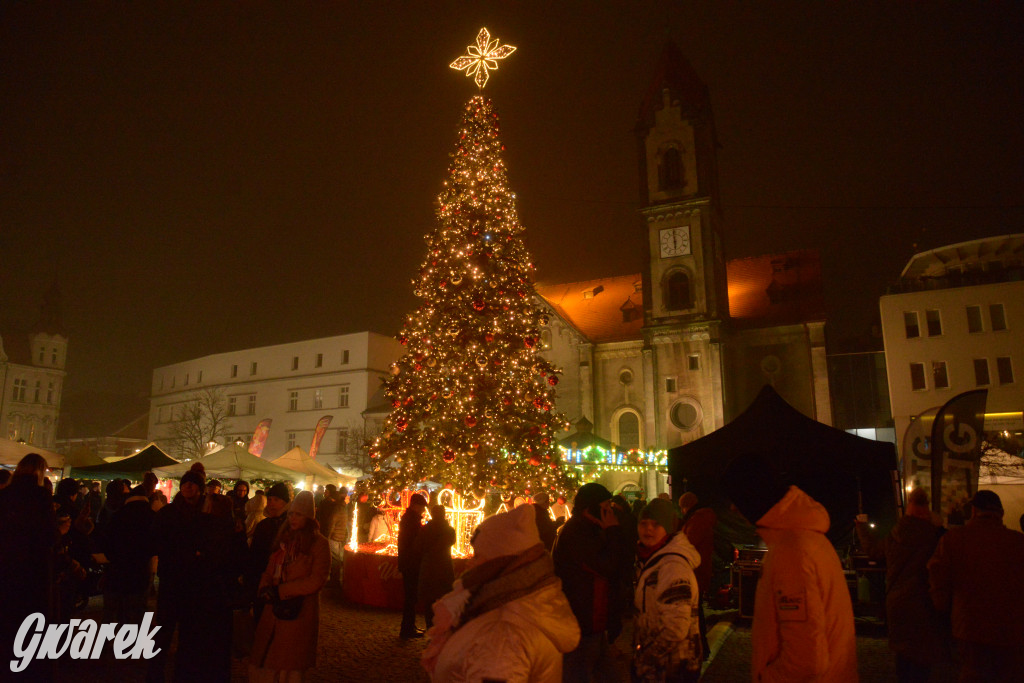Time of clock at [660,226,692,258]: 5:59
